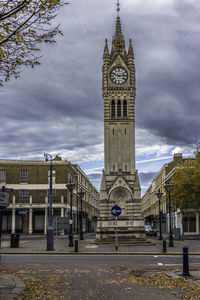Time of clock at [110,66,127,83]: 2:48
